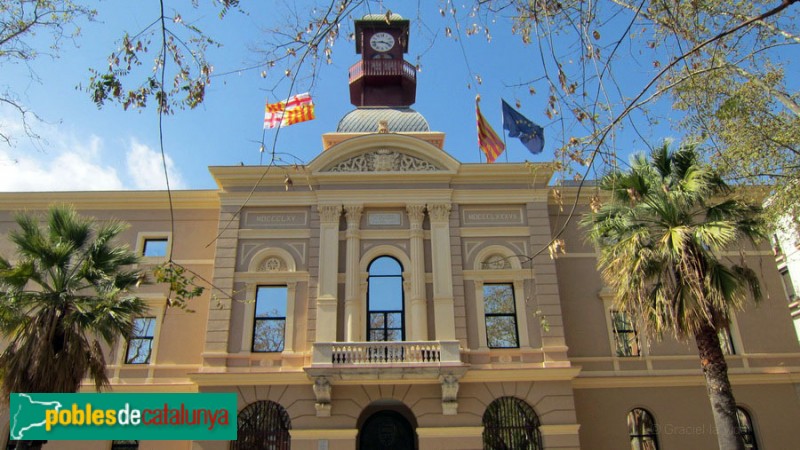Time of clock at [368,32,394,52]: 3:43
